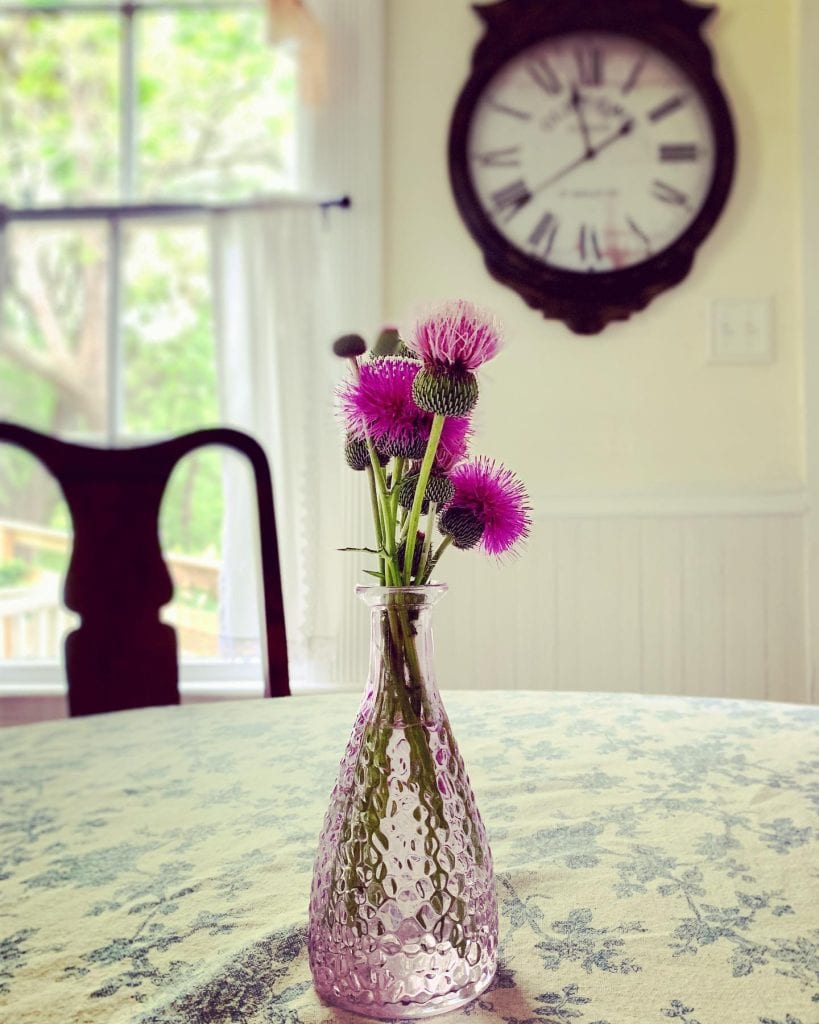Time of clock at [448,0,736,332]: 1:57
